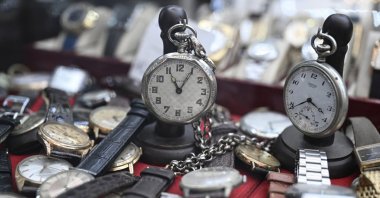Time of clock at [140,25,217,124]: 11:05
